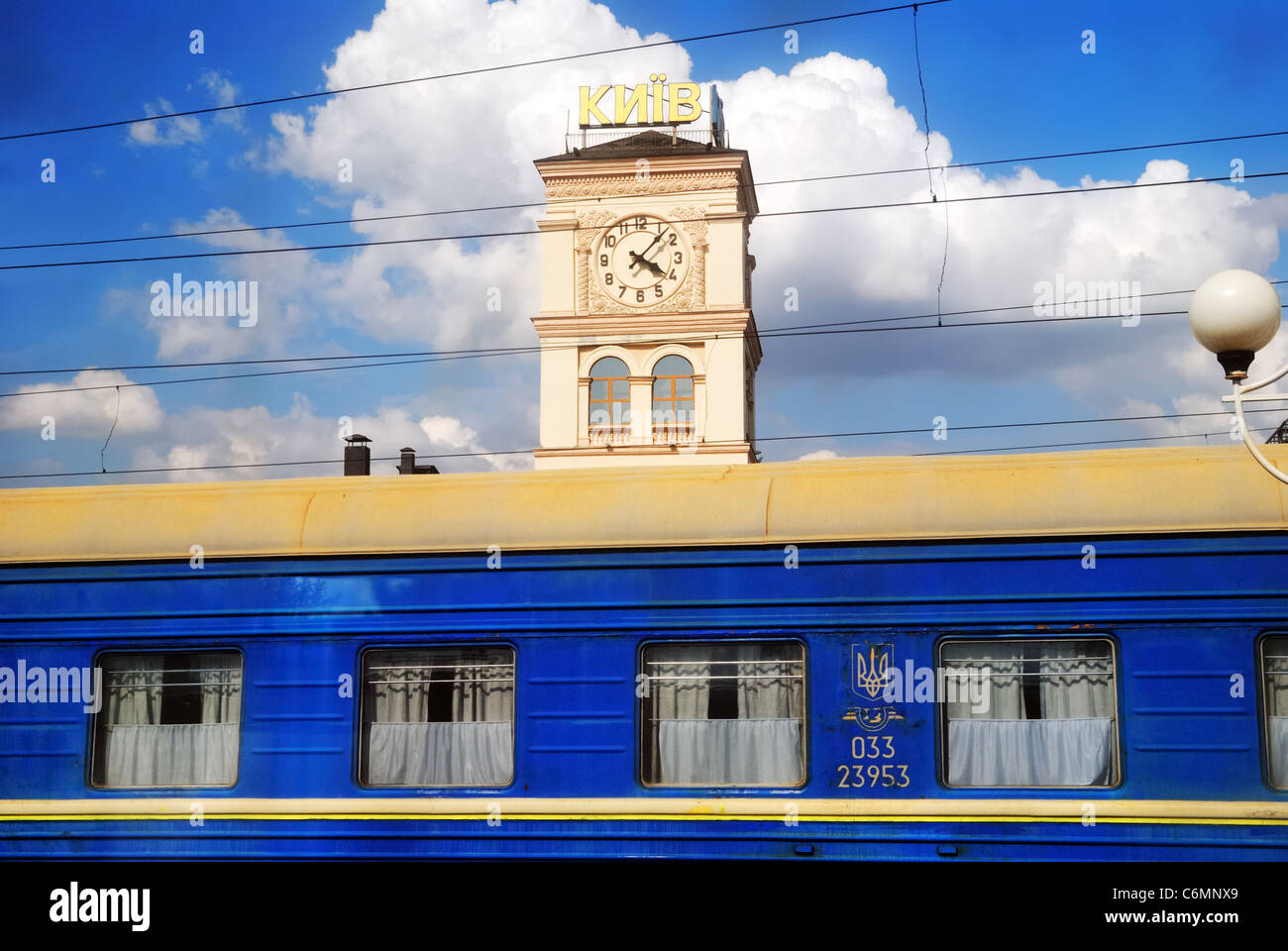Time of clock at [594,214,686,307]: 4:07
